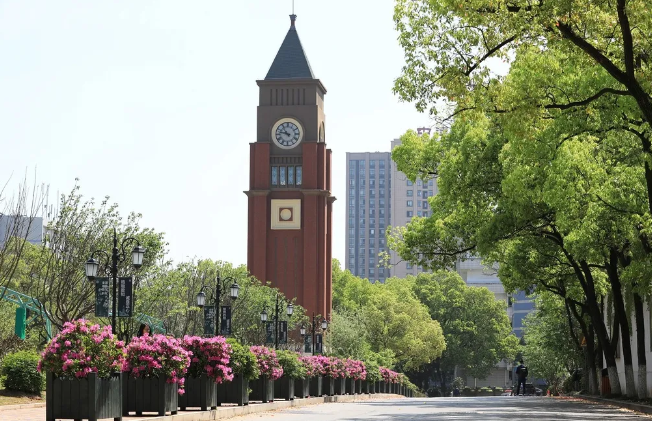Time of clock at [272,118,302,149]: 10:47
